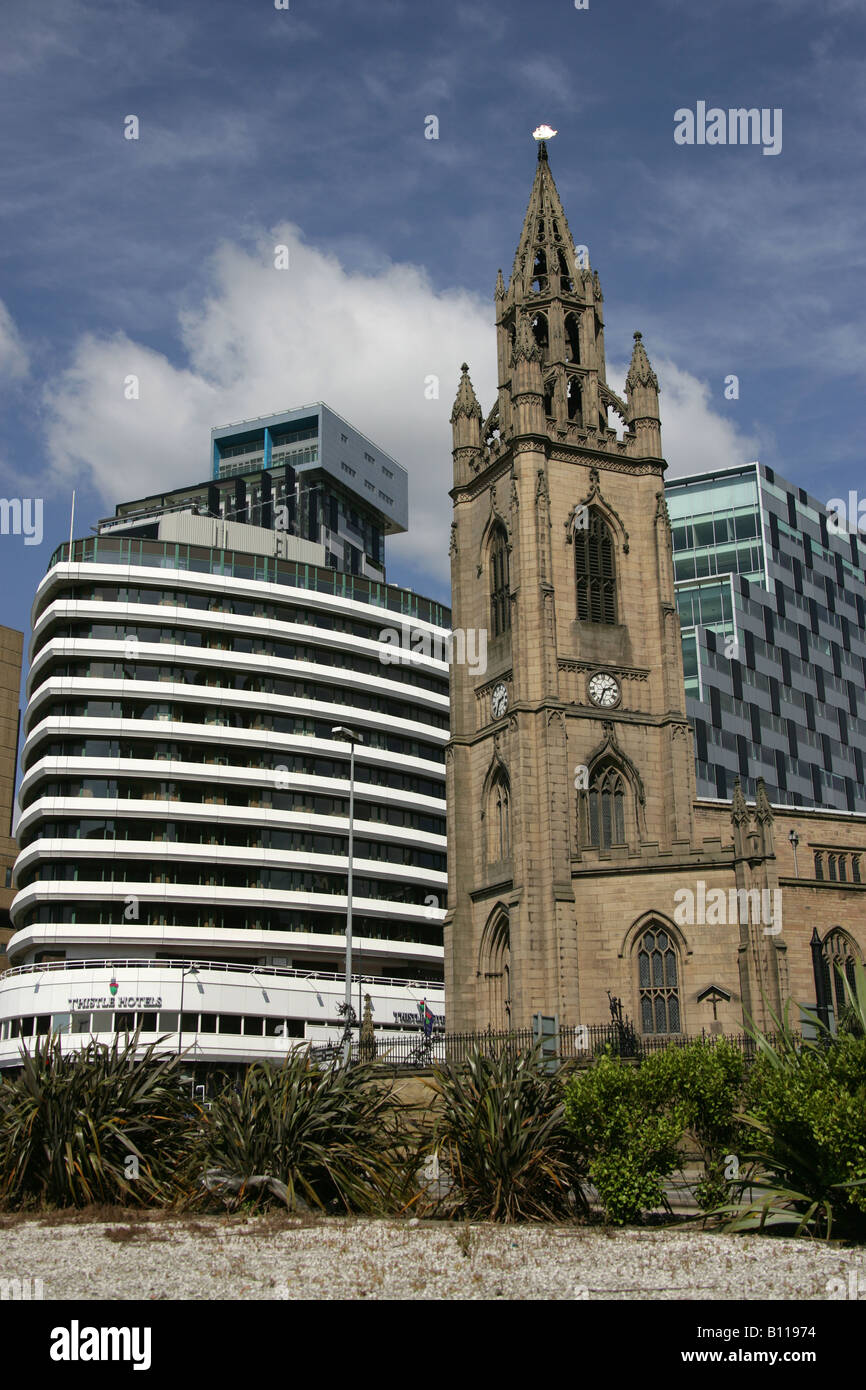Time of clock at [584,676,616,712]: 2:33
